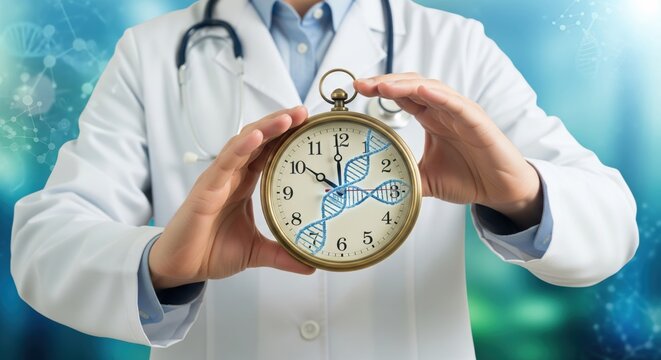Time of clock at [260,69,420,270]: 9:59
